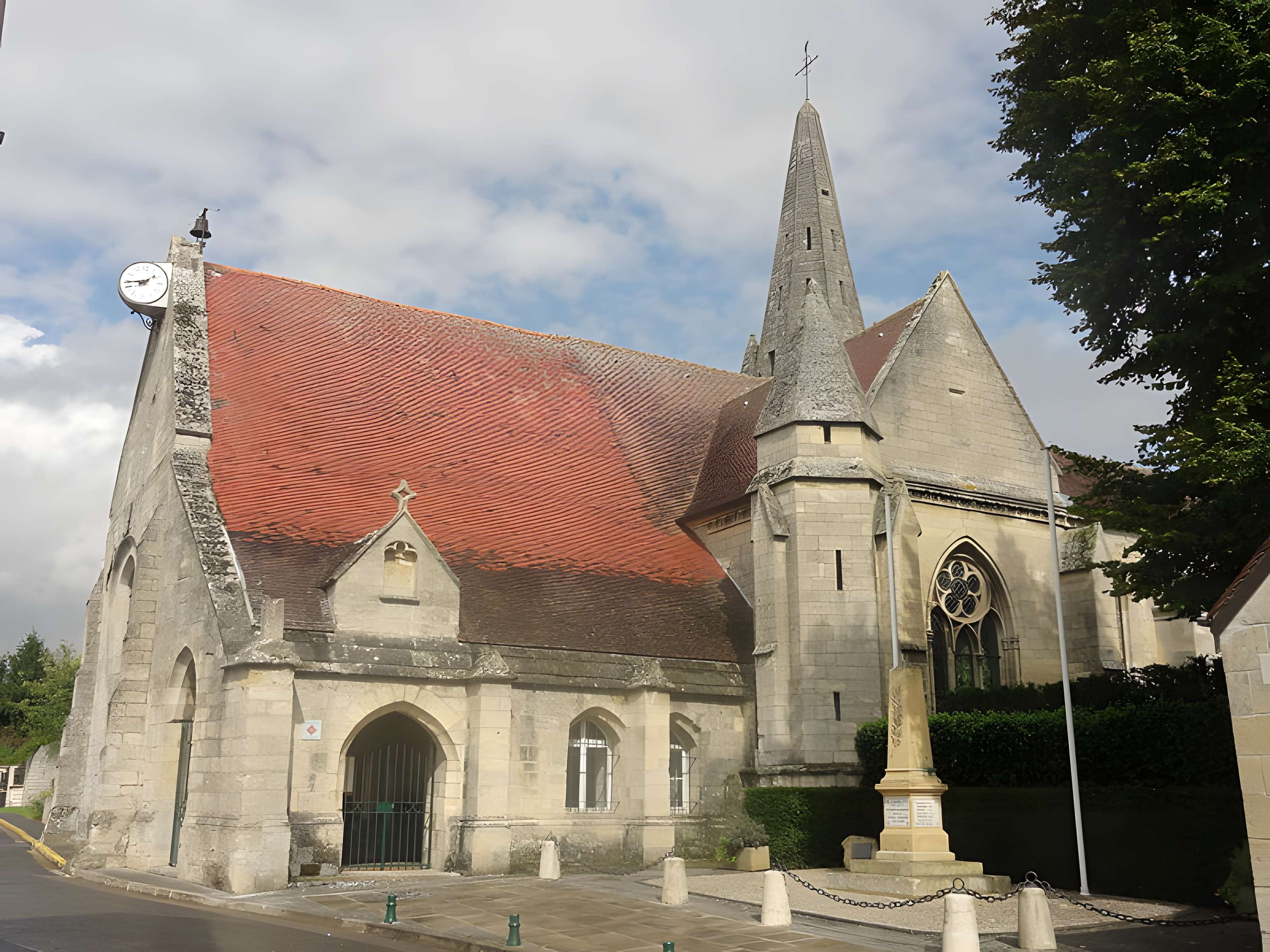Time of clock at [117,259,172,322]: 1:44
